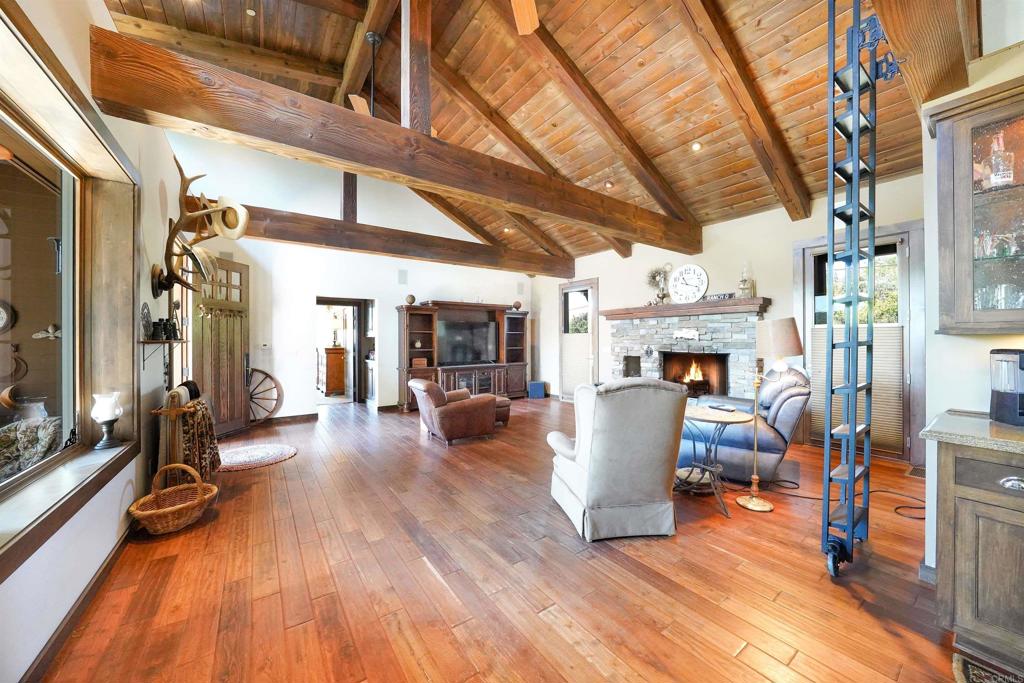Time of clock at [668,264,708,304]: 11:18
